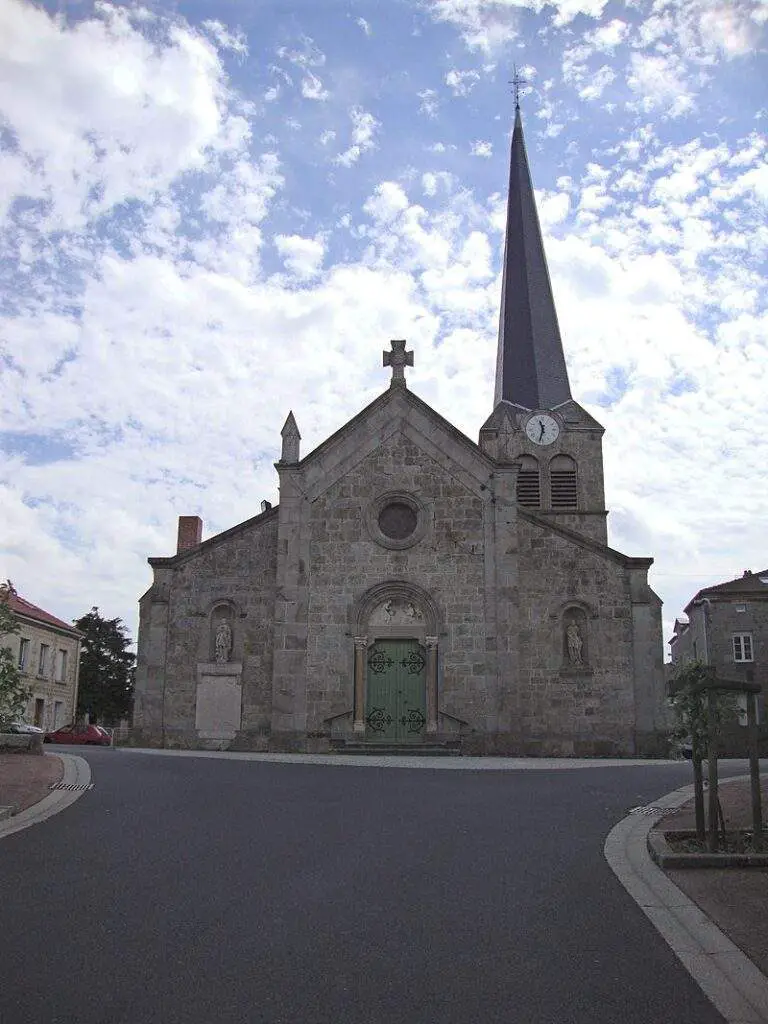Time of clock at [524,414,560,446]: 11:33
